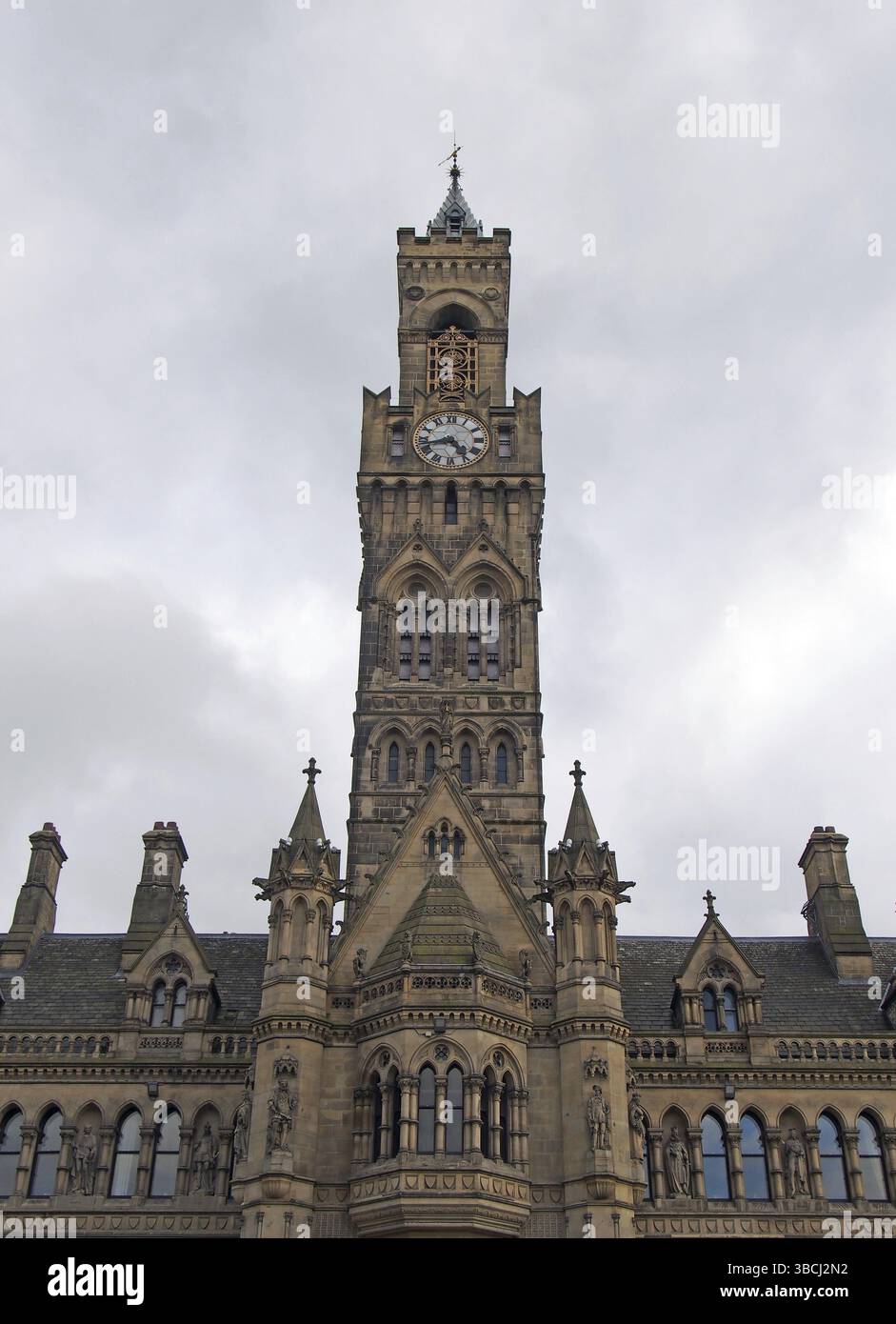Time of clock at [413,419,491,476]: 4:42
